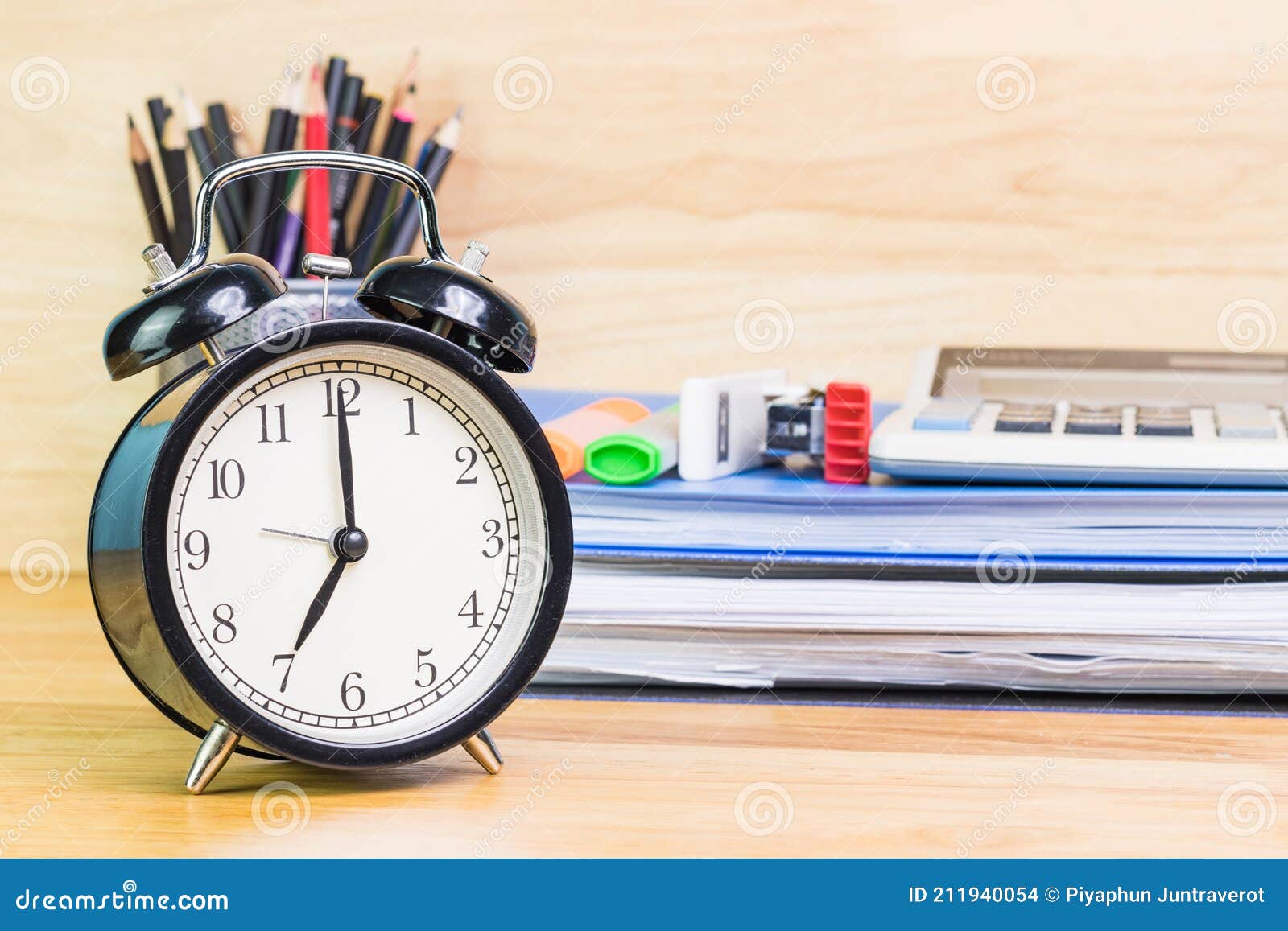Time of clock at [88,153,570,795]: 7:00
